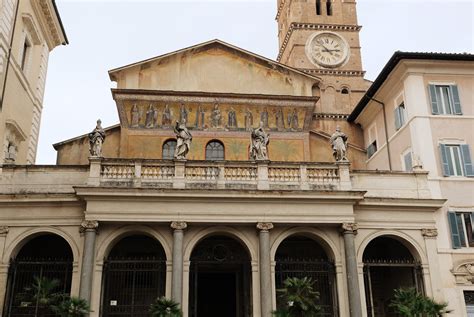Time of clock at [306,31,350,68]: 2:52
